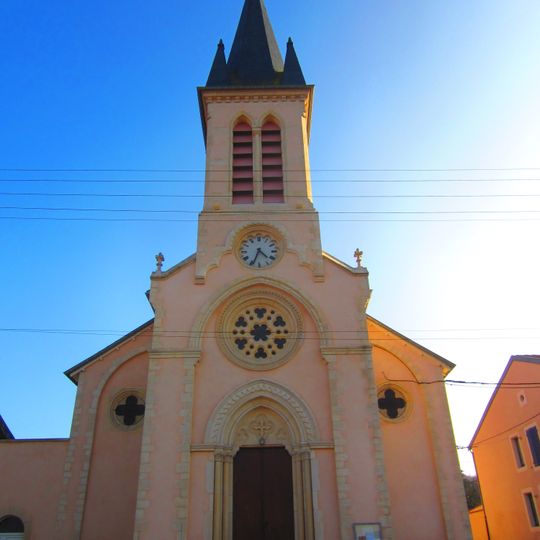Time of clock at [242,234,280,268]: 4:34
